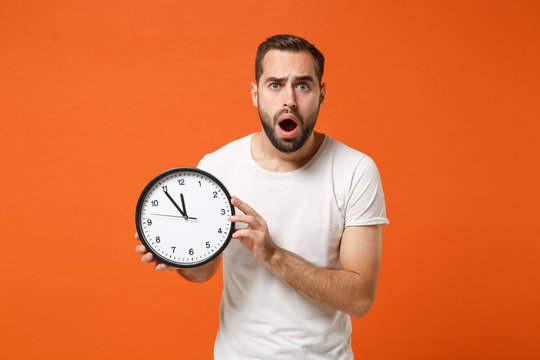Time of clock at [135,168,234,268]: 11:54
